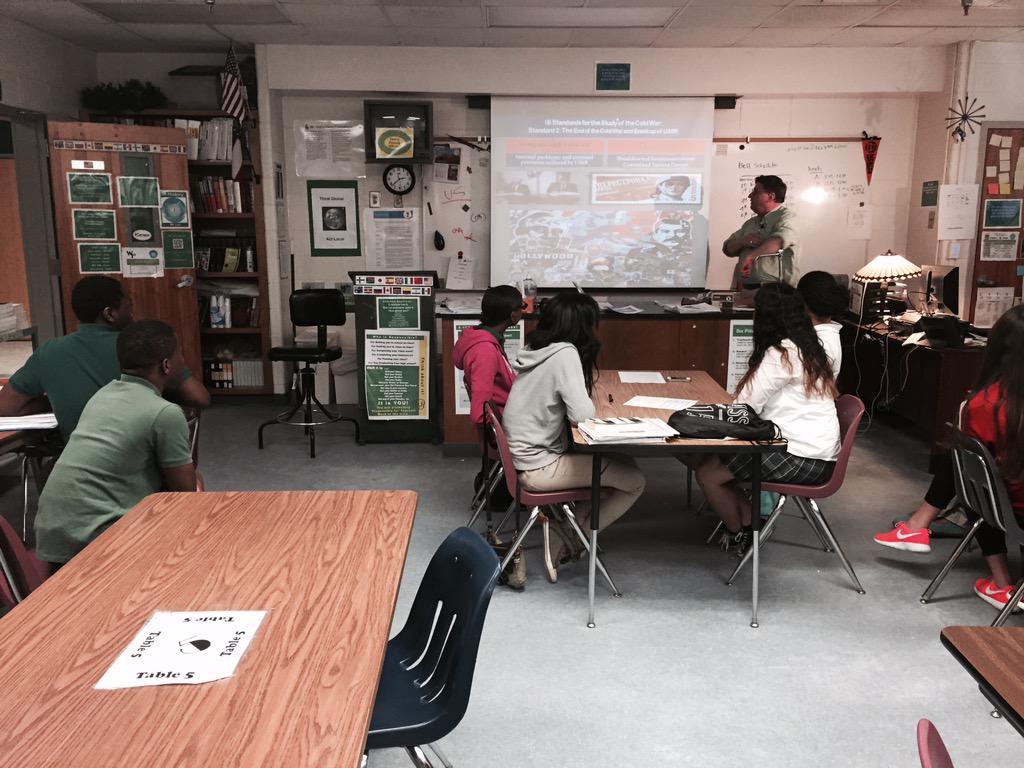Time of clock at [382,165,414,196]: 2:38
